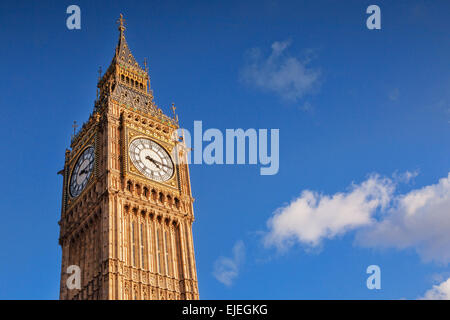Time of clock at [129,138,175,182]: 4:16
